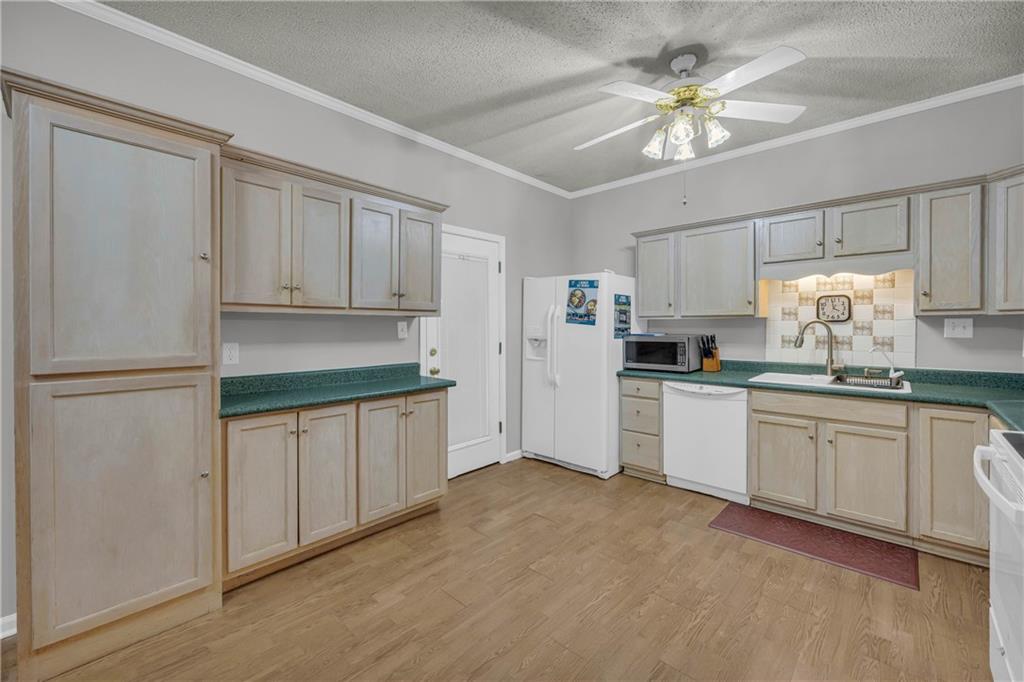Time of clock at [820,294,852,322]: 3:58
